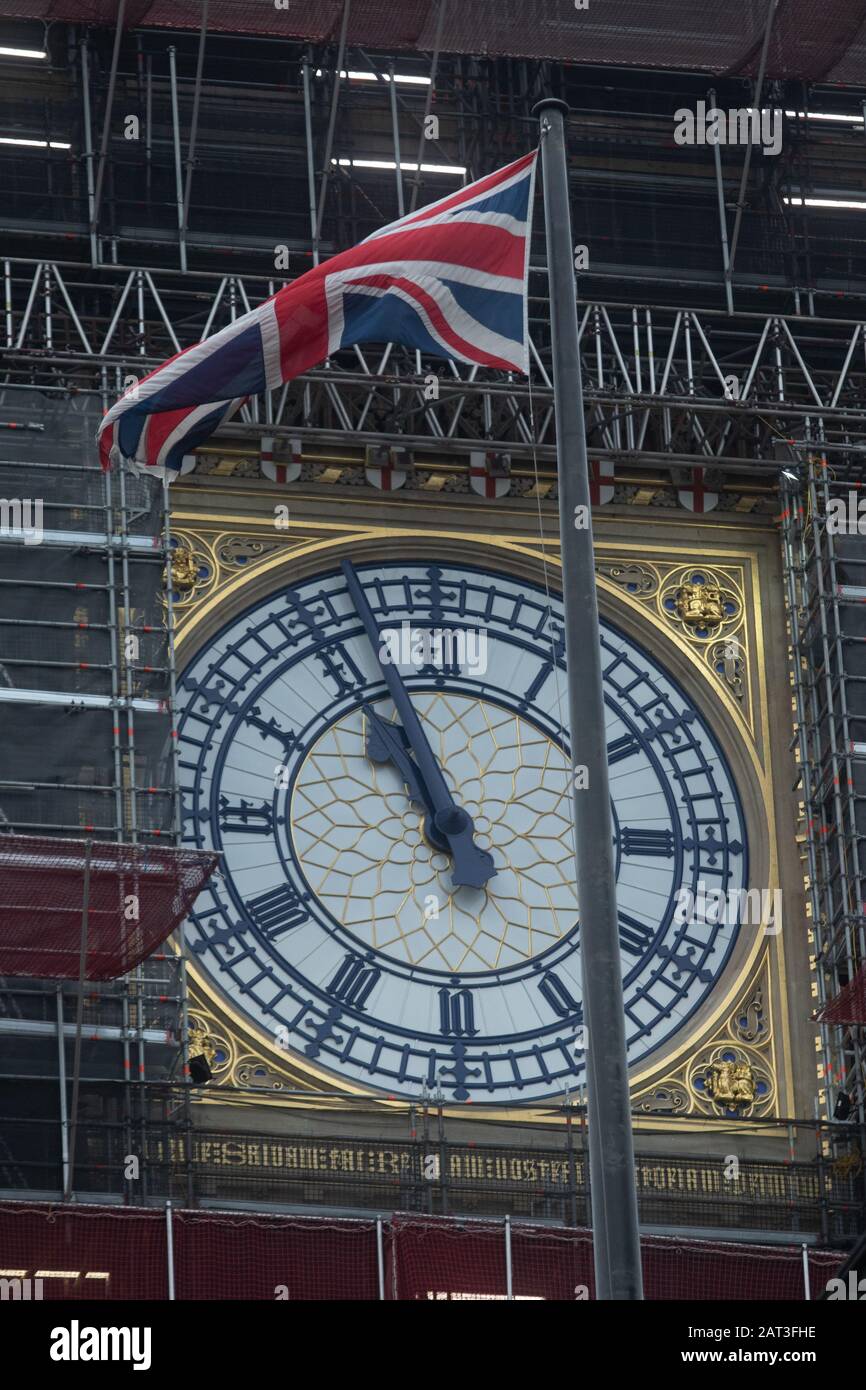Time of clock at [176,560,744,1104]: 10:56
